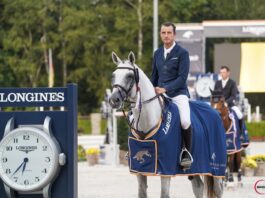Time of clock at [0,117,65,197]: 6:37
